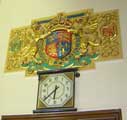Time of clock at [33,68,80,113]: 6:38
